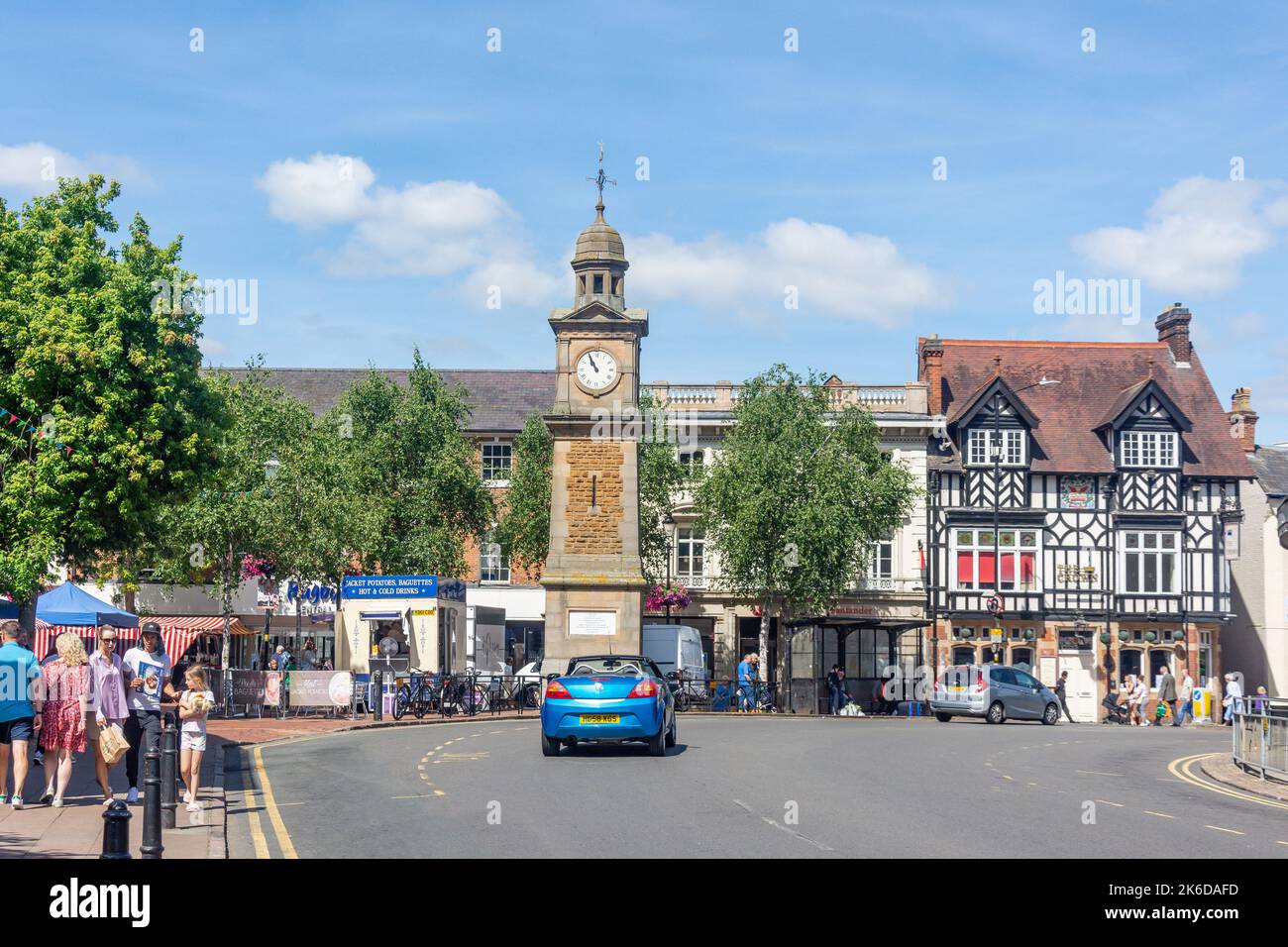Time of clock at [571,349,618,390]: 10:55
